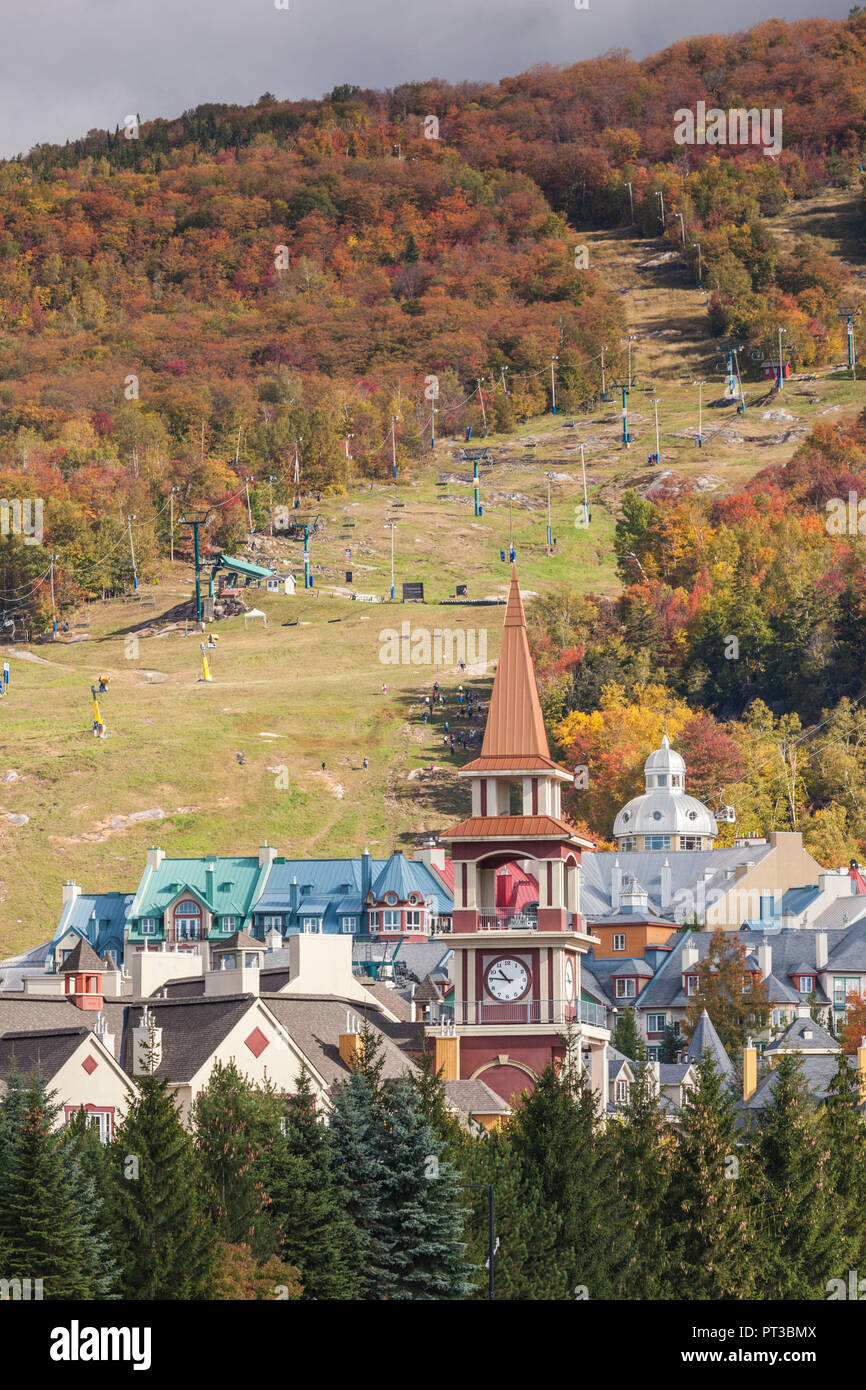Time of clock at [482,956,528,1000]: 10:45
